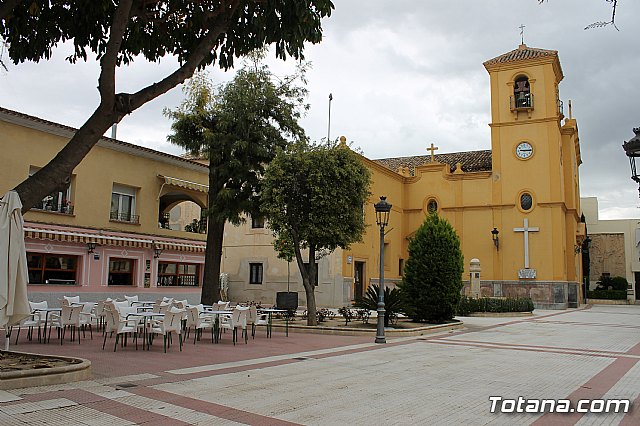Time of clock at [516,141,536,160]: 9:15
